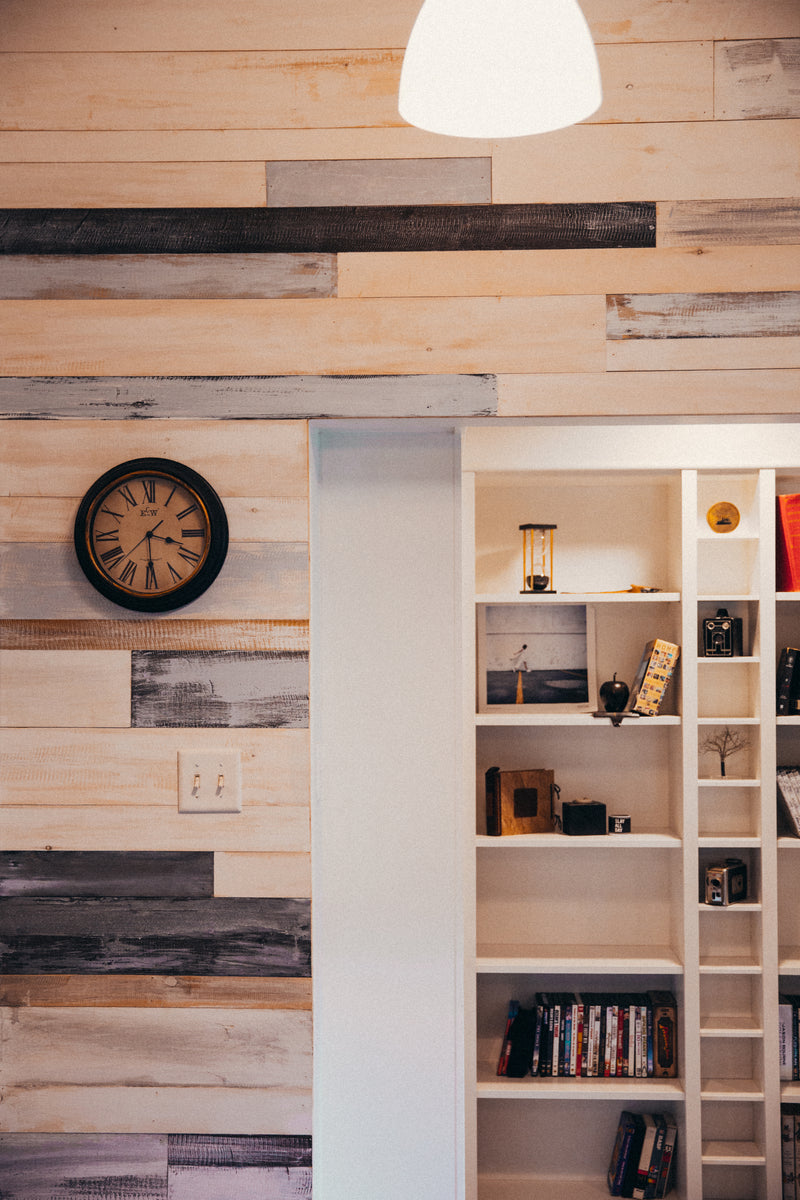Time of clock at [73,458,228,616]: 3:29
